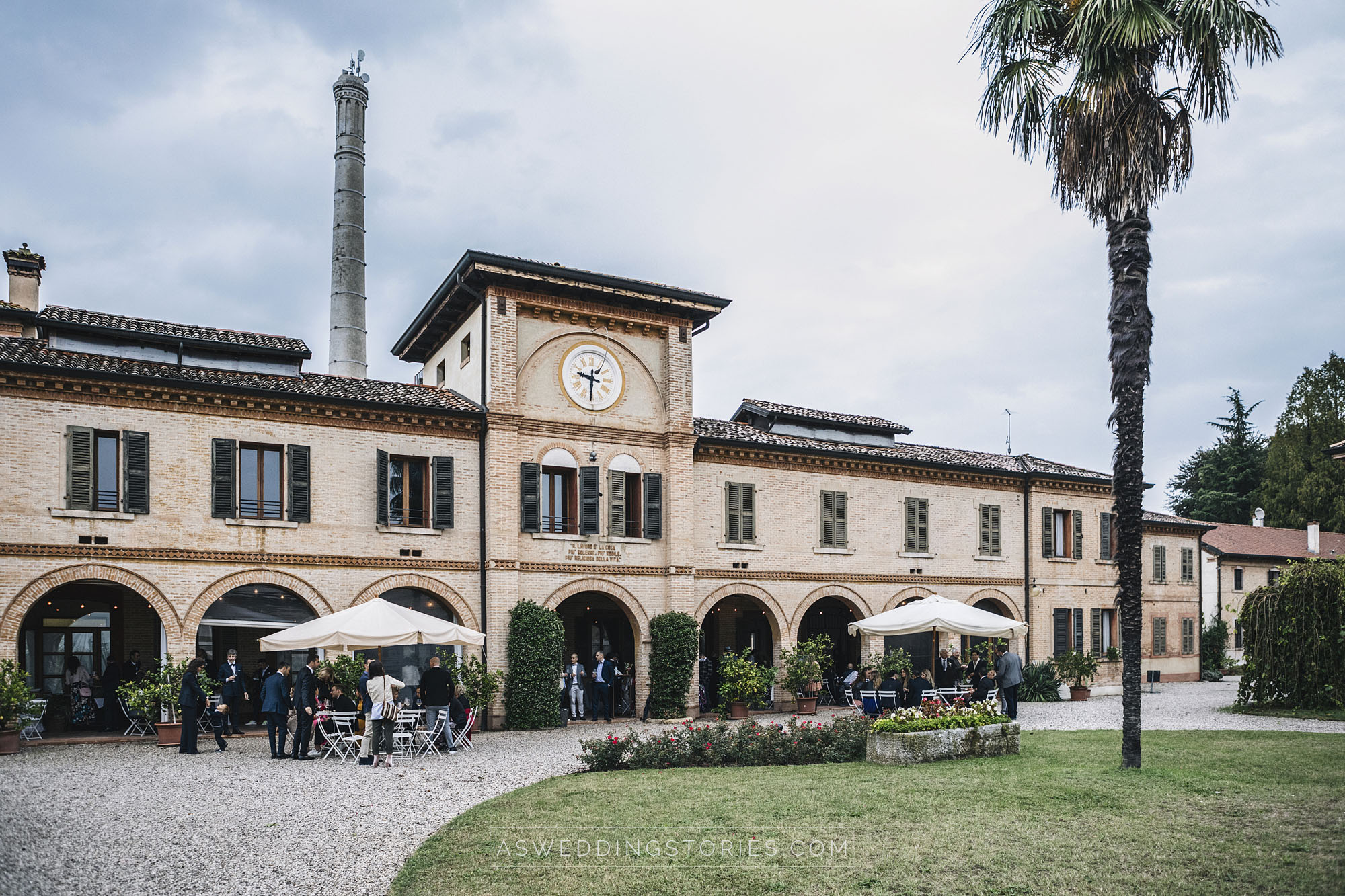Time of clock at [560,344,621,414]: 9:30
